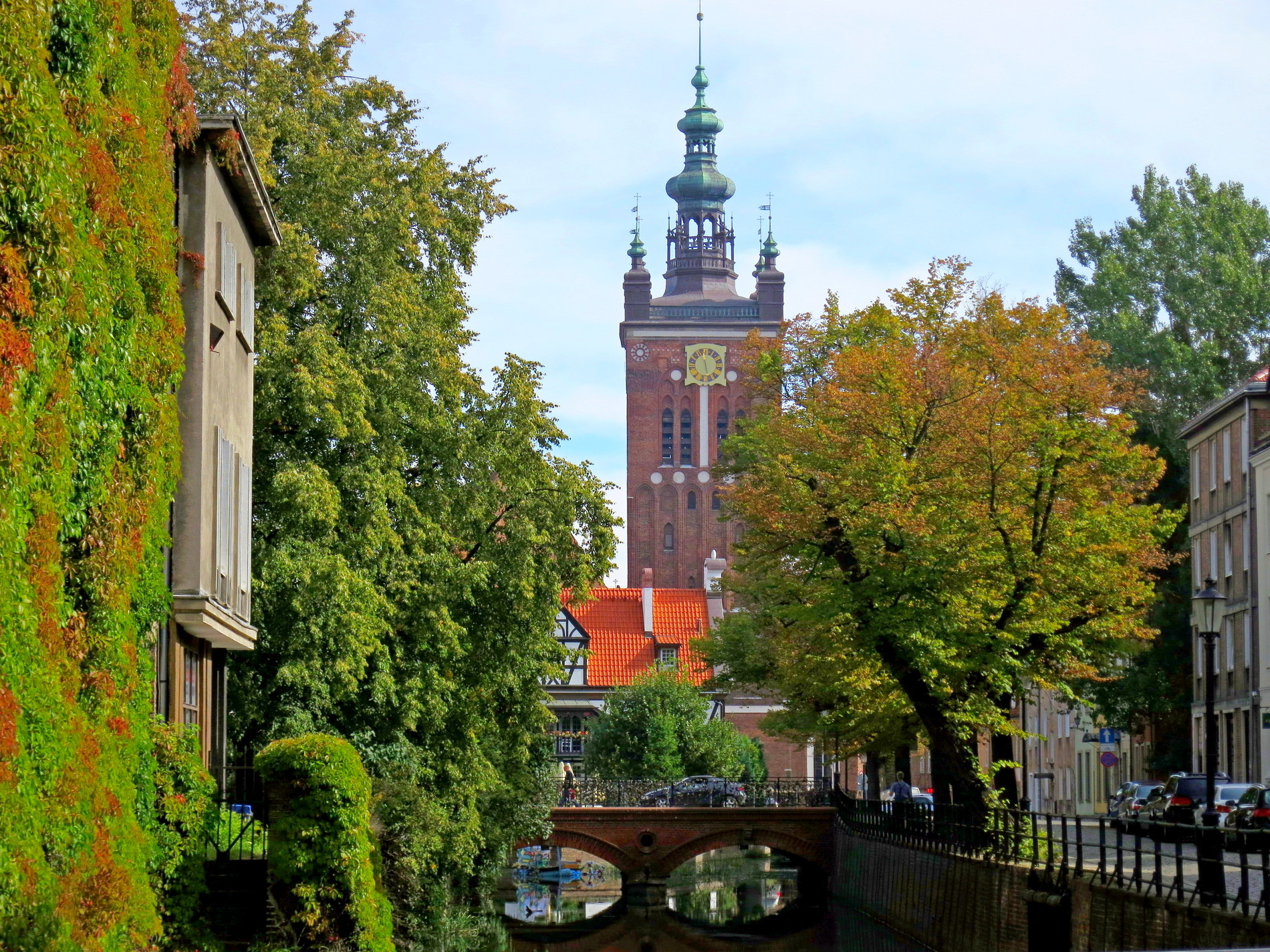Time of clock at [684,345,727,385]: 11:28
